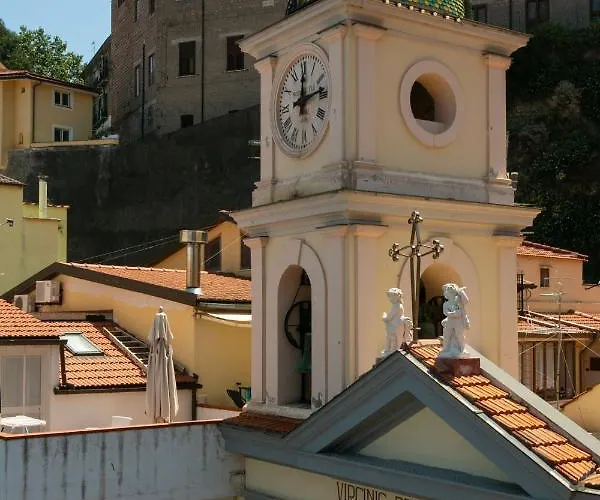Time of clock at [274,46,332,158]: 12:13
